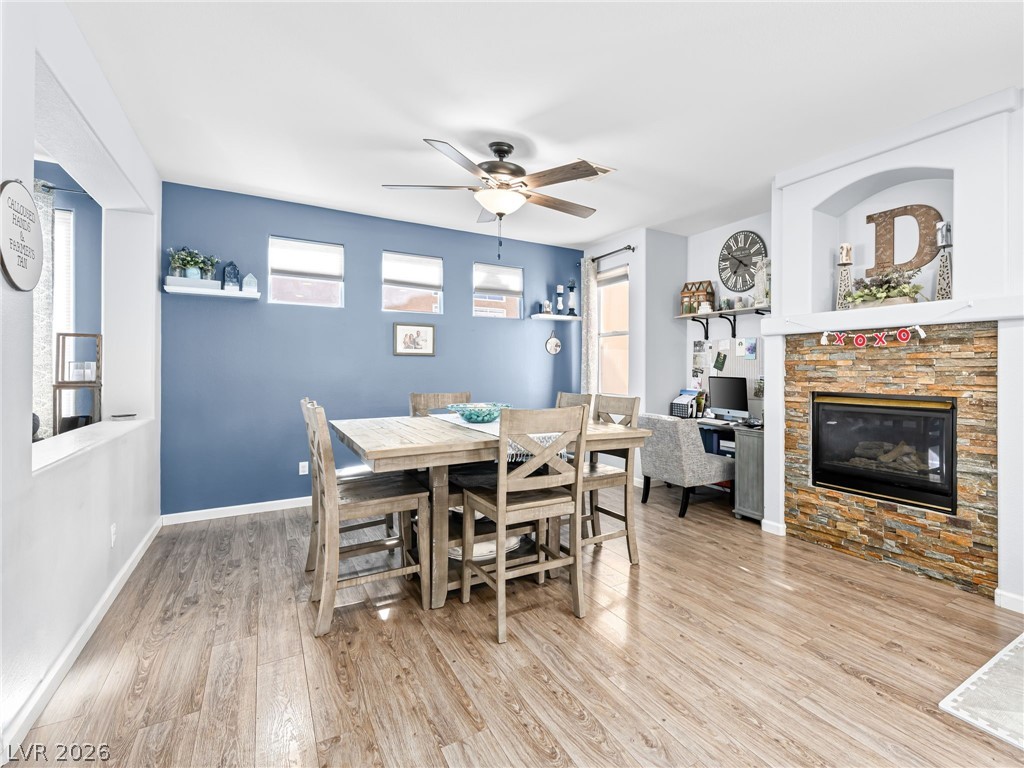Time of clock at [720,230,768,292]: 6:50
